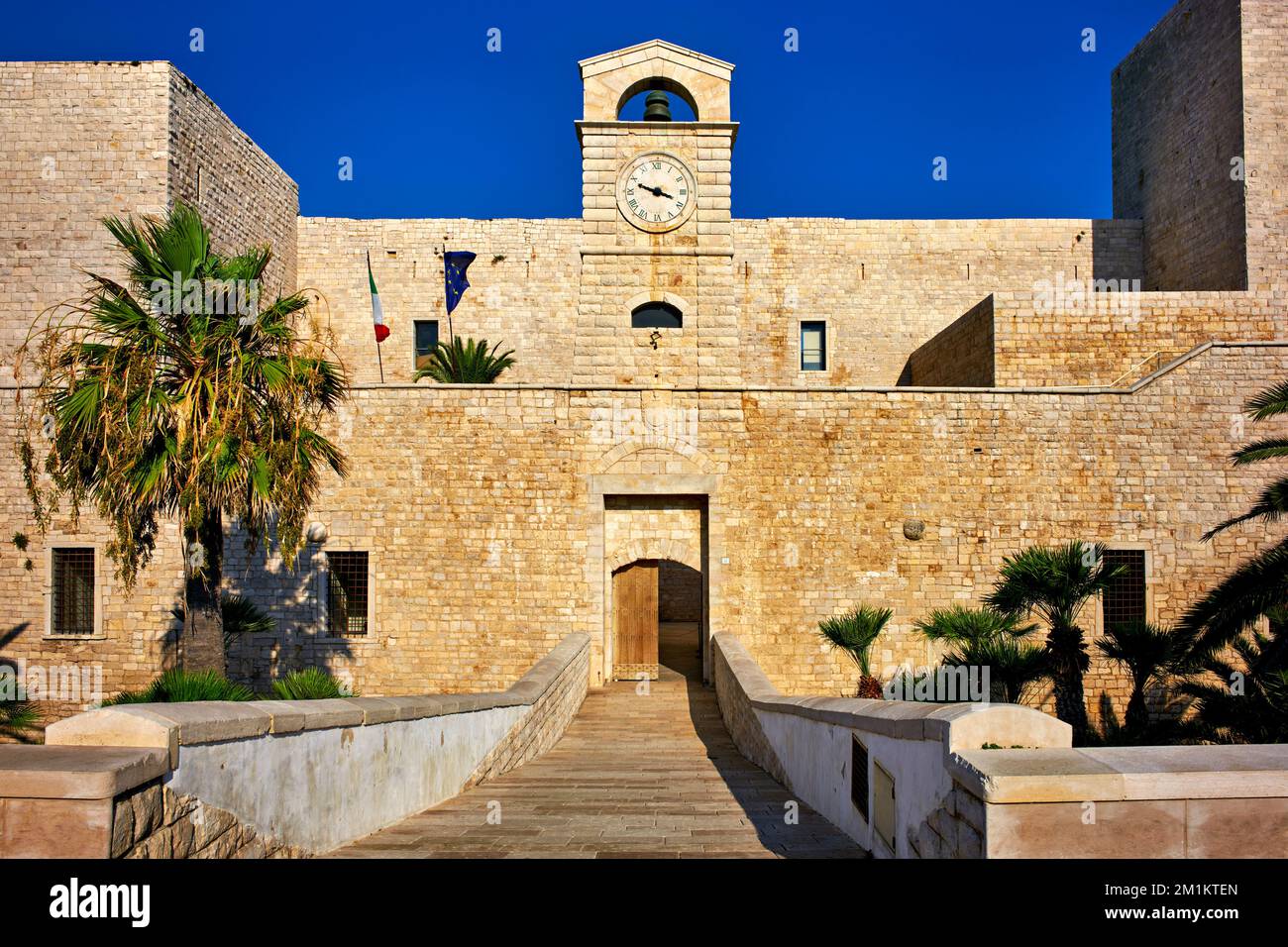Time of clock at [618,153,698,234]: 3:48
